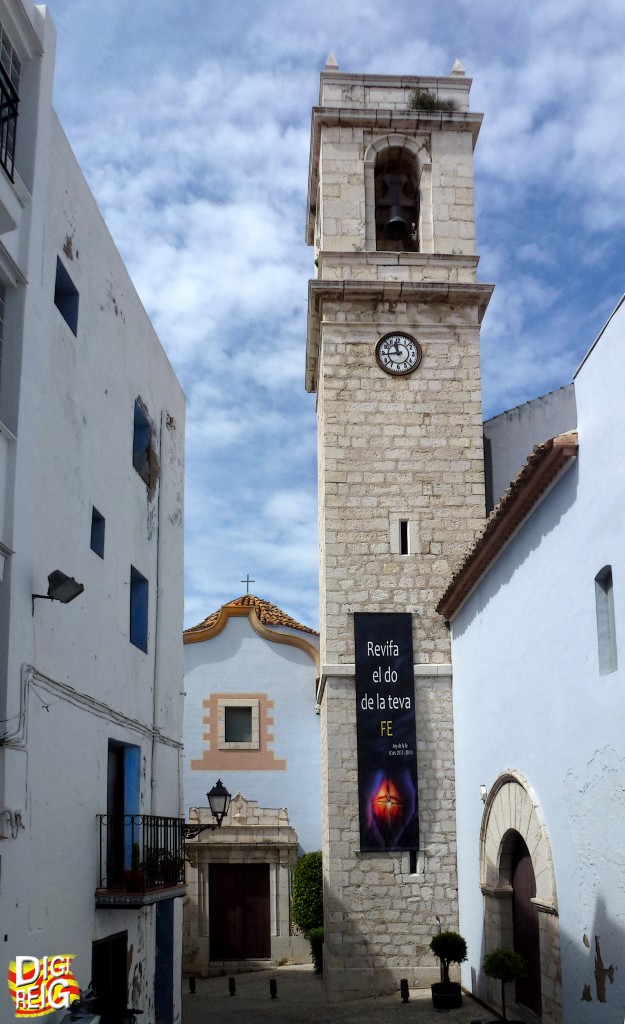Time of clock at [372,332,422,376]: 11:43
